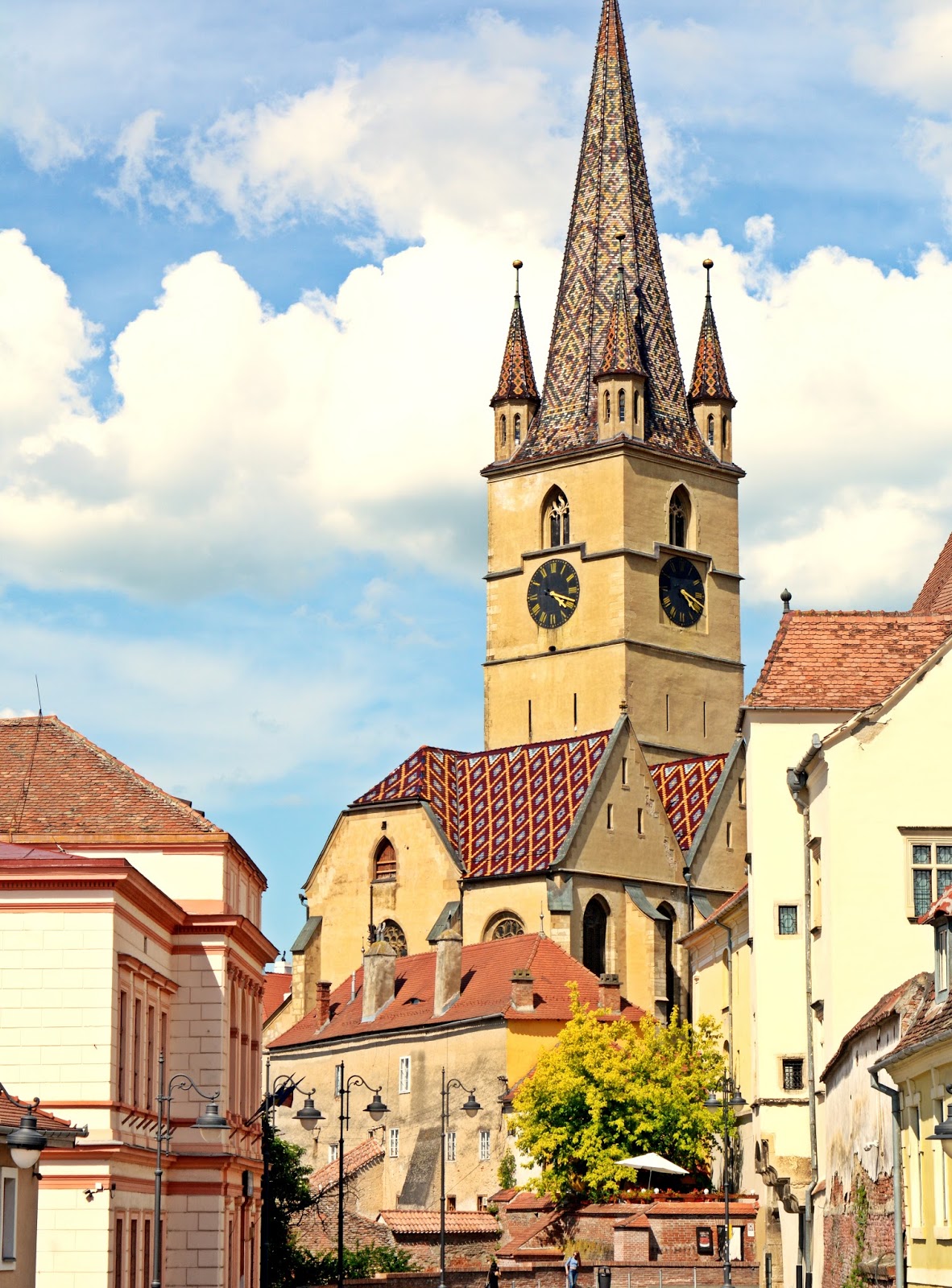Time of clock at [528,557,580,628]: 4:18
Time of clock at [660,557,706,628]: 4:17
